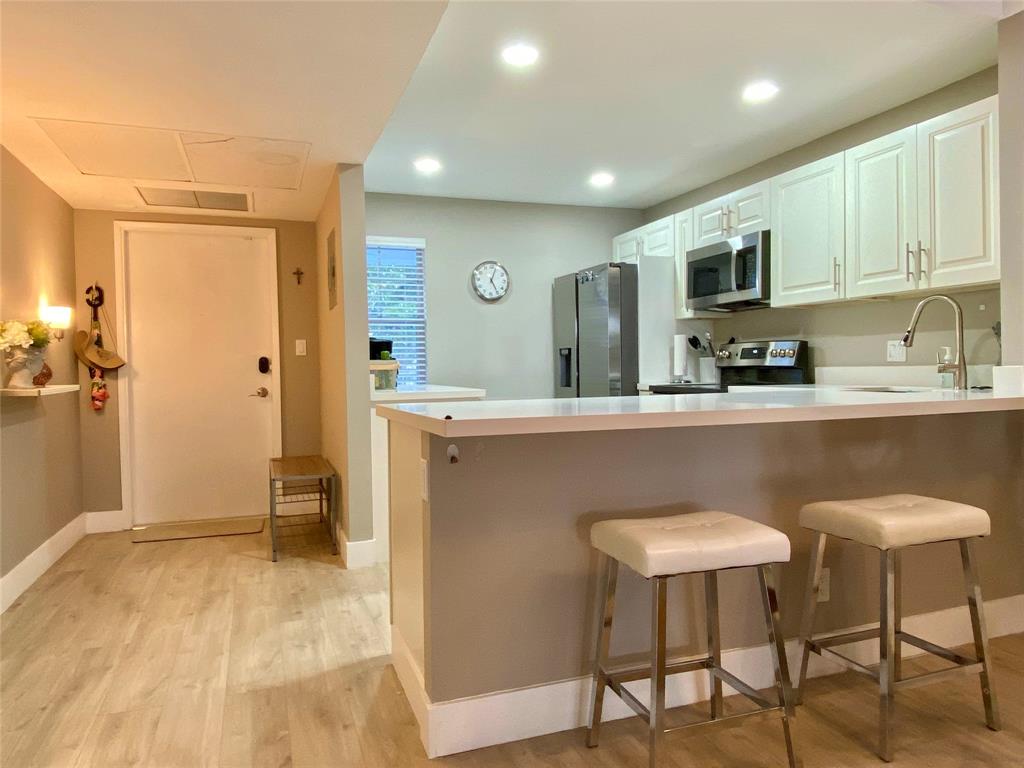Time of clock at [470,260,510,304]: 5:03
